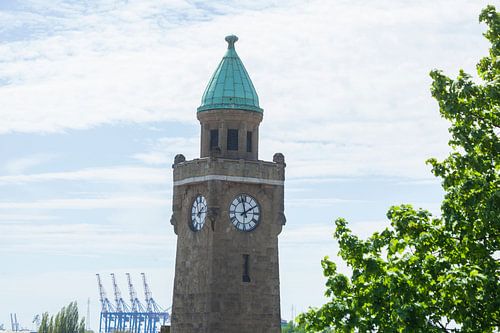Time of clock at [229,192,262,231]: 1:57
